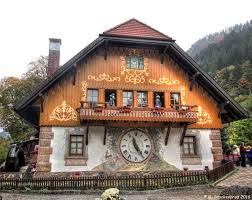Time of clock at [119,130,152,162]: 11:24
